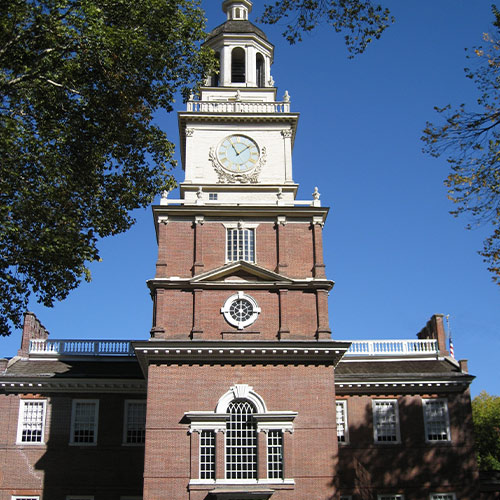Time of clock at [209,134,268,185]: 11:07
